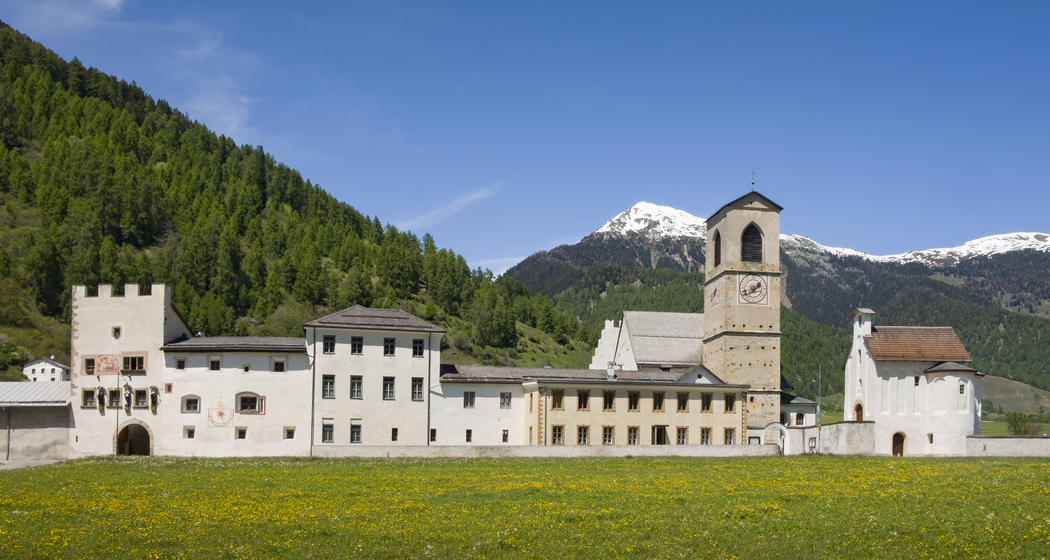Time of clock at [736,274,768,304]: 1:40
